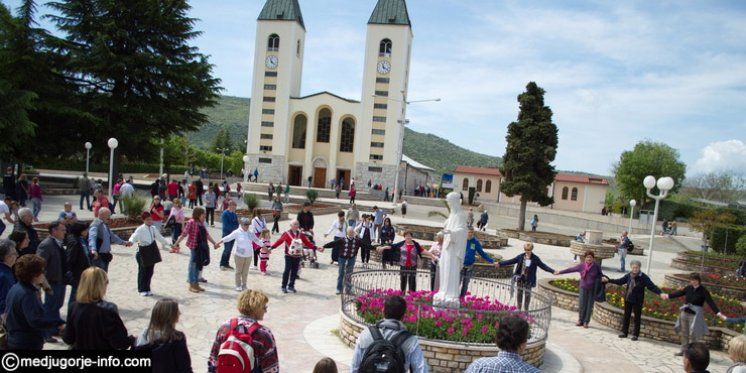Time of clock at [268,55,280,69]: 11:21
